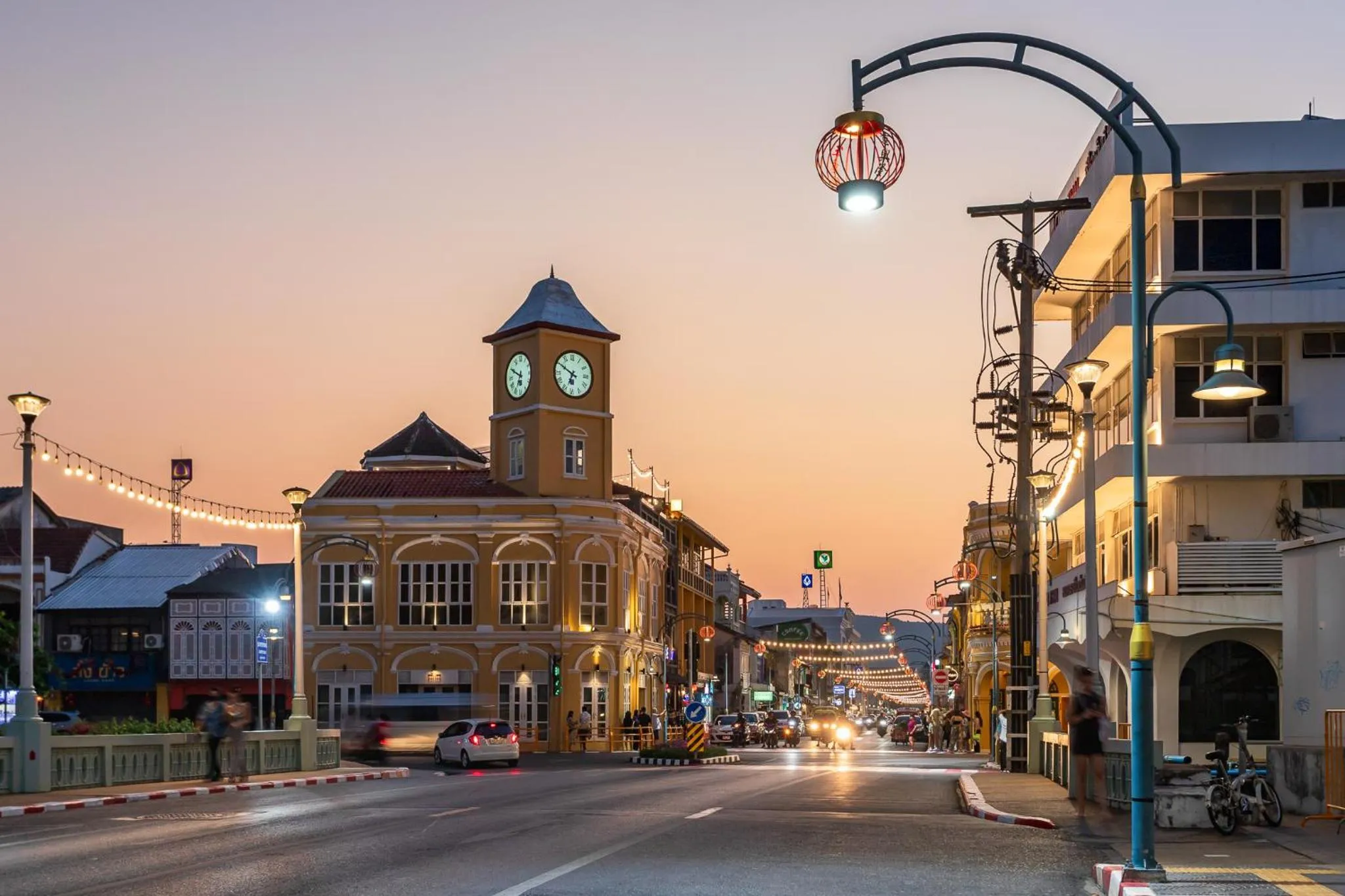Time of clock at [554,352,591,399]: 6:49
